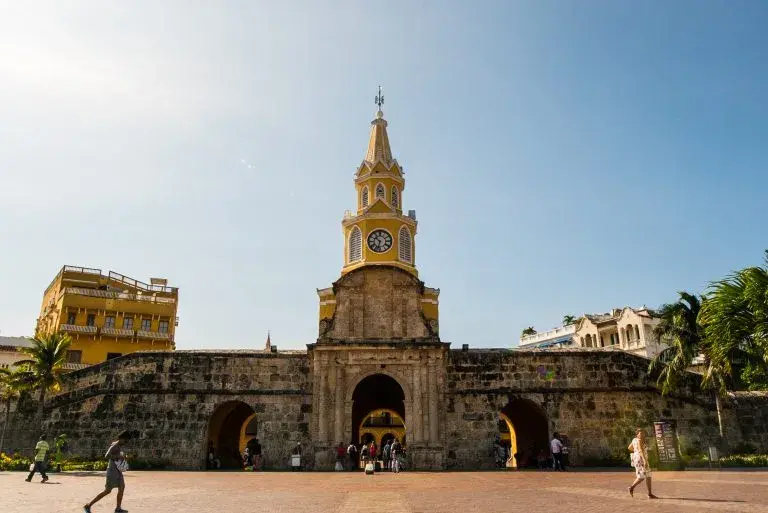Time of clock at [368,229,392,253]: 10:33
